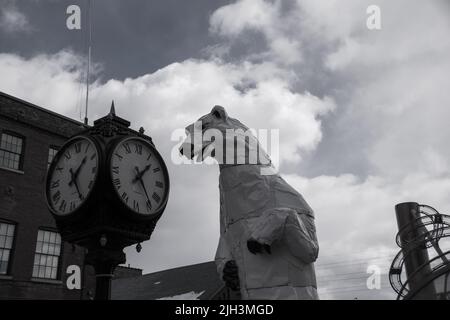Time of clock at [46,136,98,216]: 1:24
